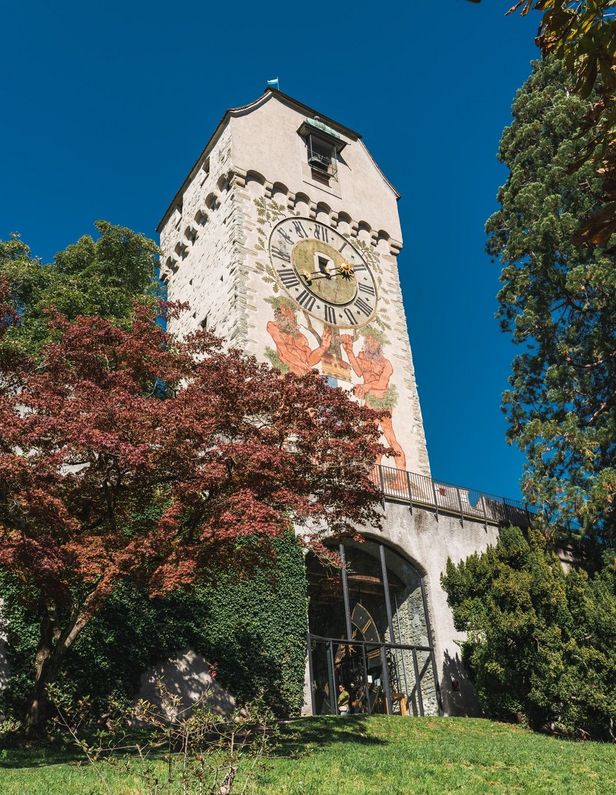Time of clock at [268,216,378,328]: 12:10
